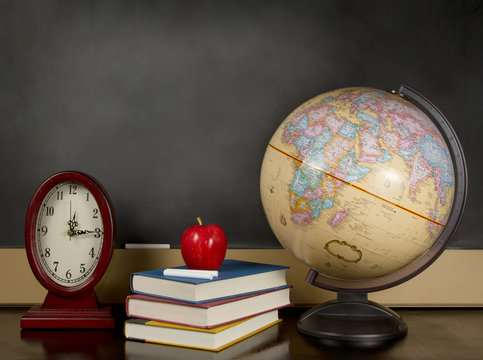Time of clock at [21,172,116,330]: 12:14
